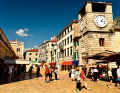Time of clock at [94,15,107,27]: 1:16
